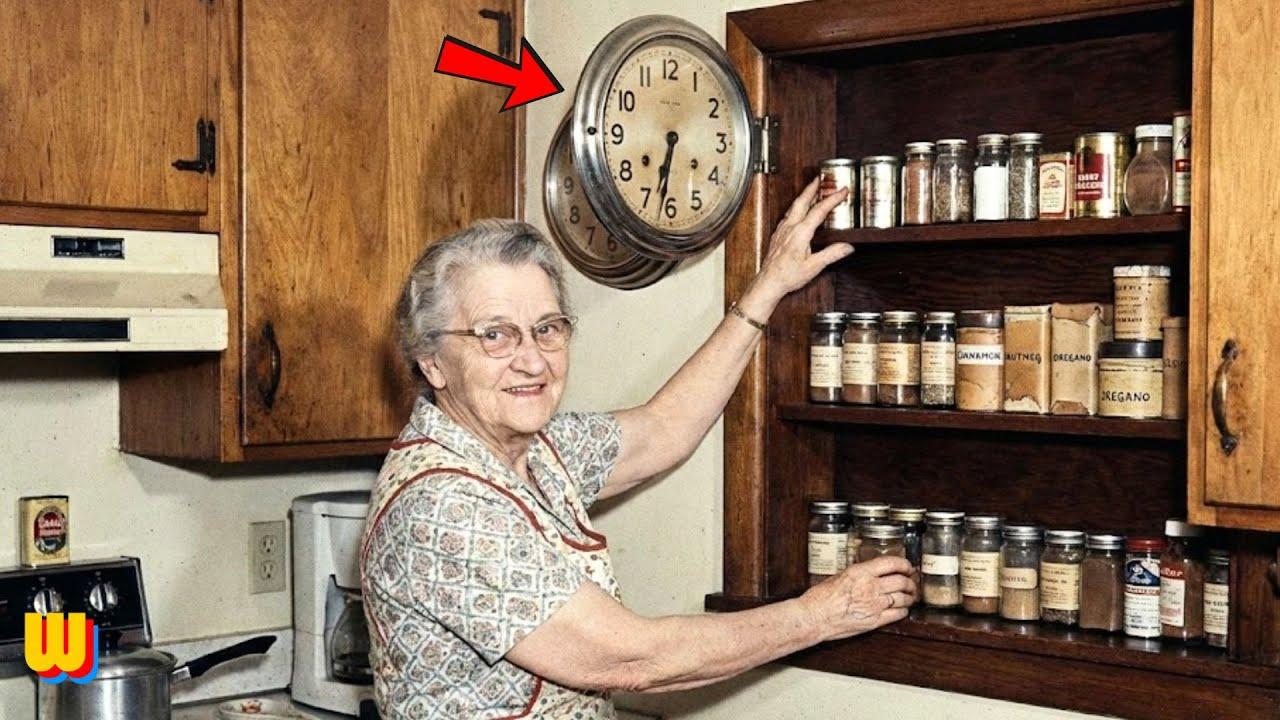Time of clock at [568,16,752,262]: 6:32
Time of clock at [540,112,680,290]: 6:32
